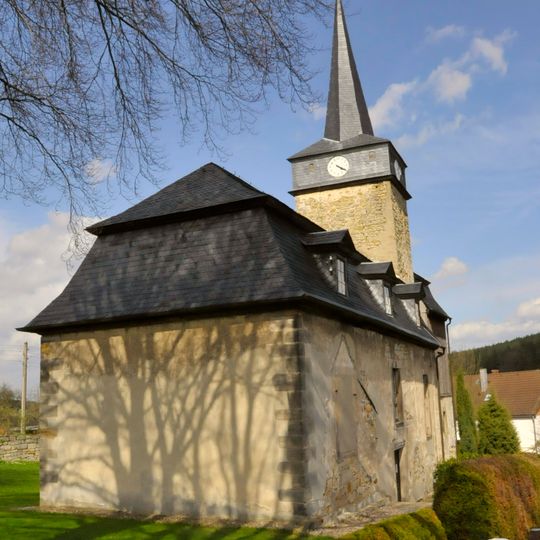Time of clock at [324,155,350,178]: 4:20
